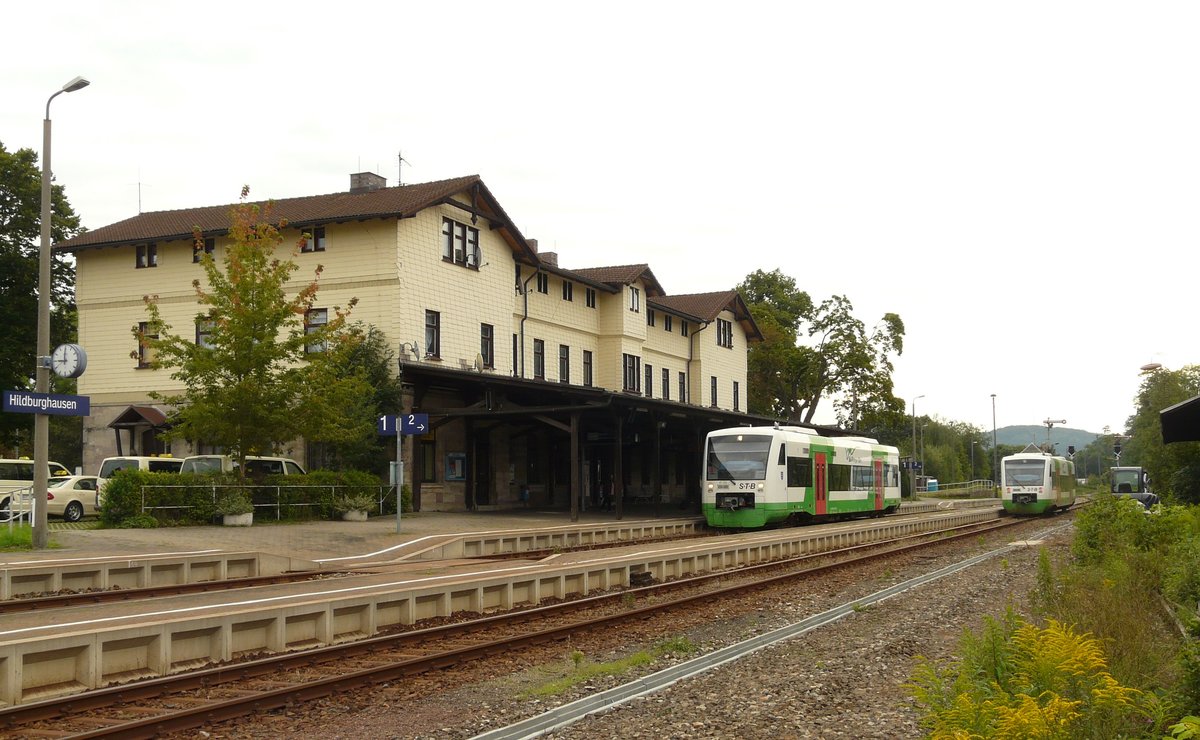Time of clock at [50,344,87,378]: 8:59
